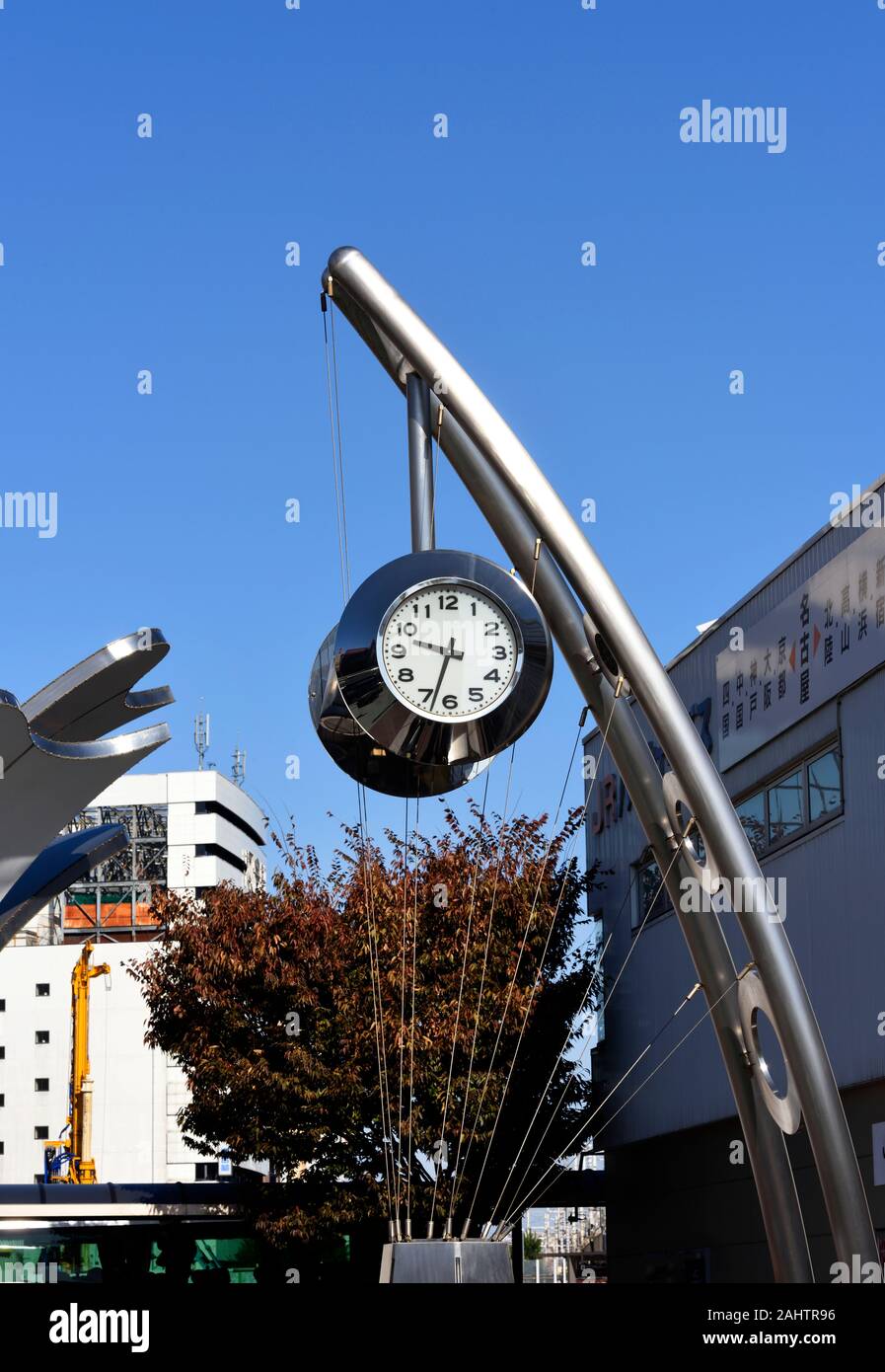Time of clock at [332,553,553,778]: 9:33
